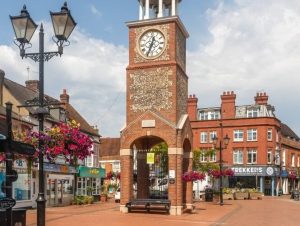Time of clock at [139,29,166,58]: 12:33
